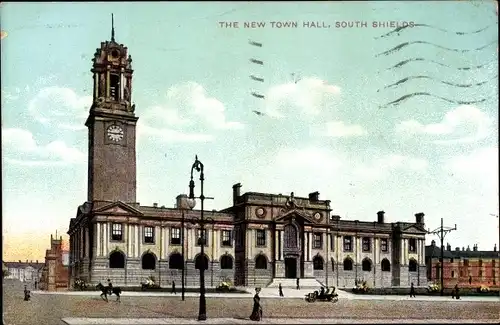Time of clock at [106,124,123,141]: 2:45
